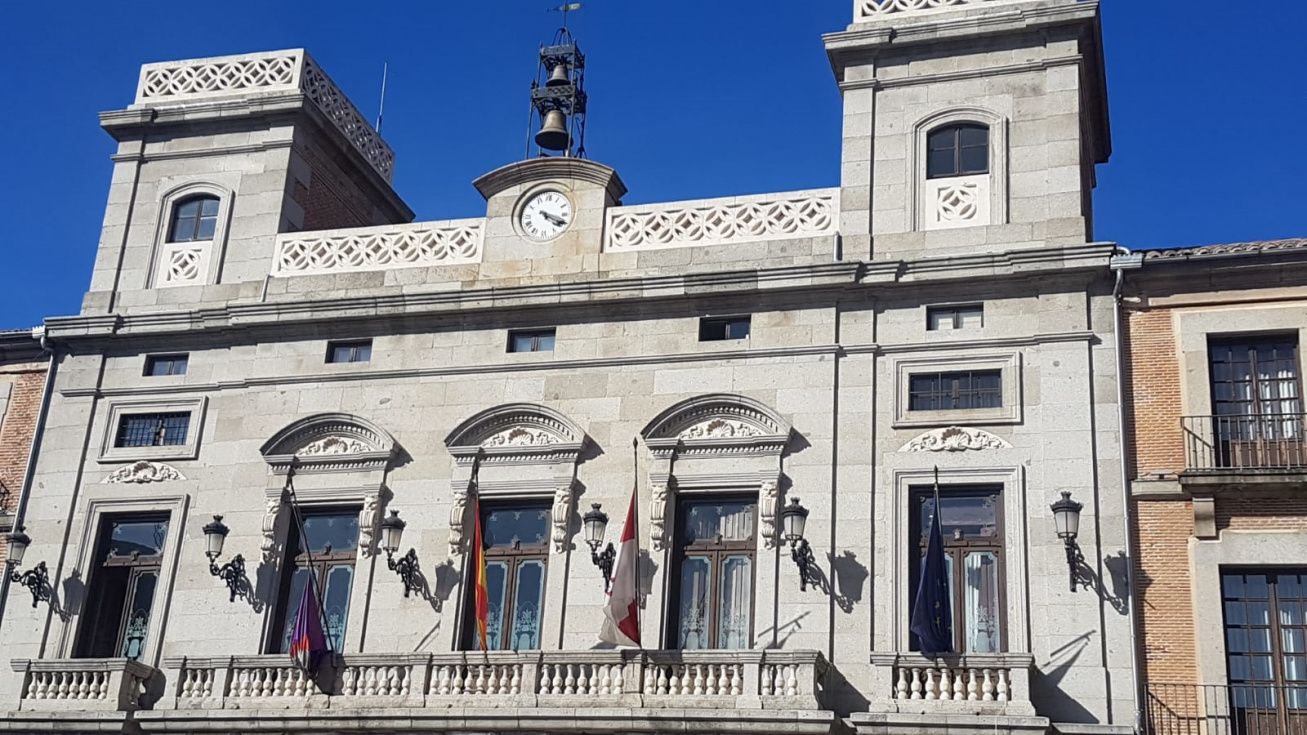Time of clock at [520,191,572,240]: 4:18
